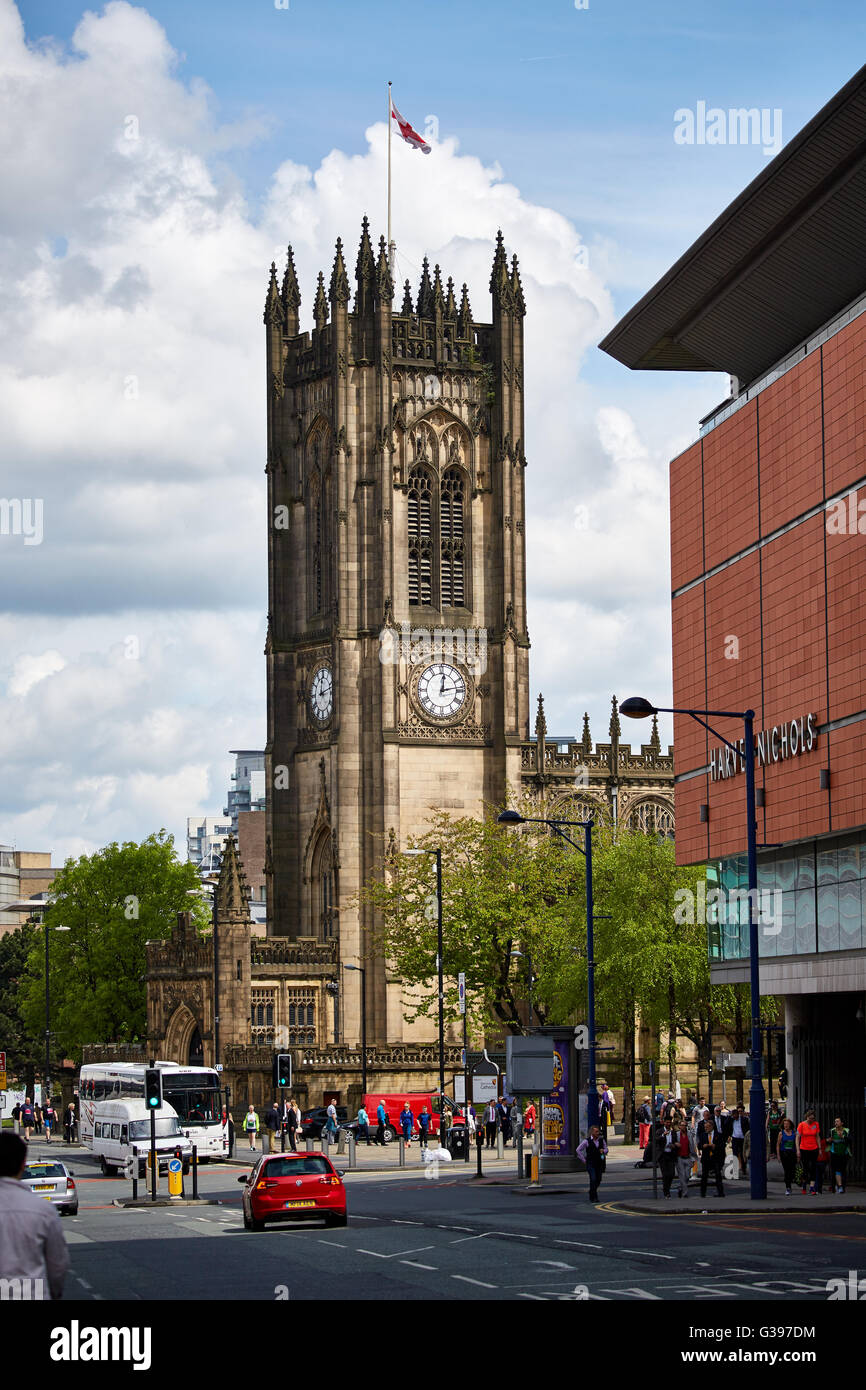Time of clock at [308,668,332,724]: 12:12
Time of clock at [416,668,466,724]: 12:13
